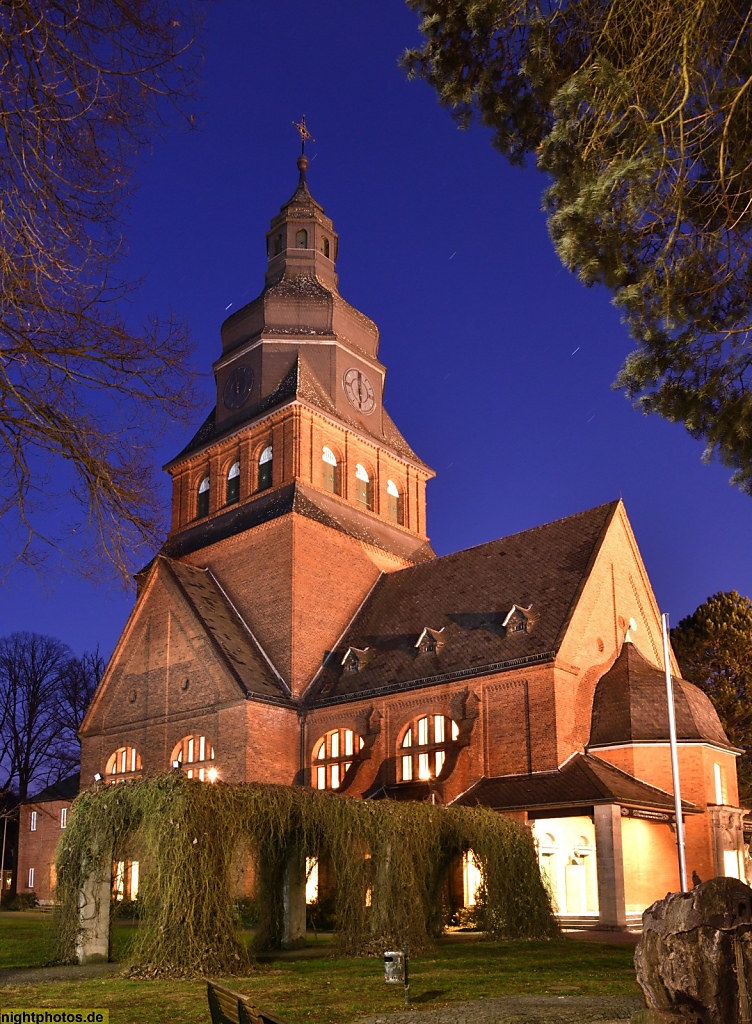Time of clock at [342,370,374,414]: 5:59
